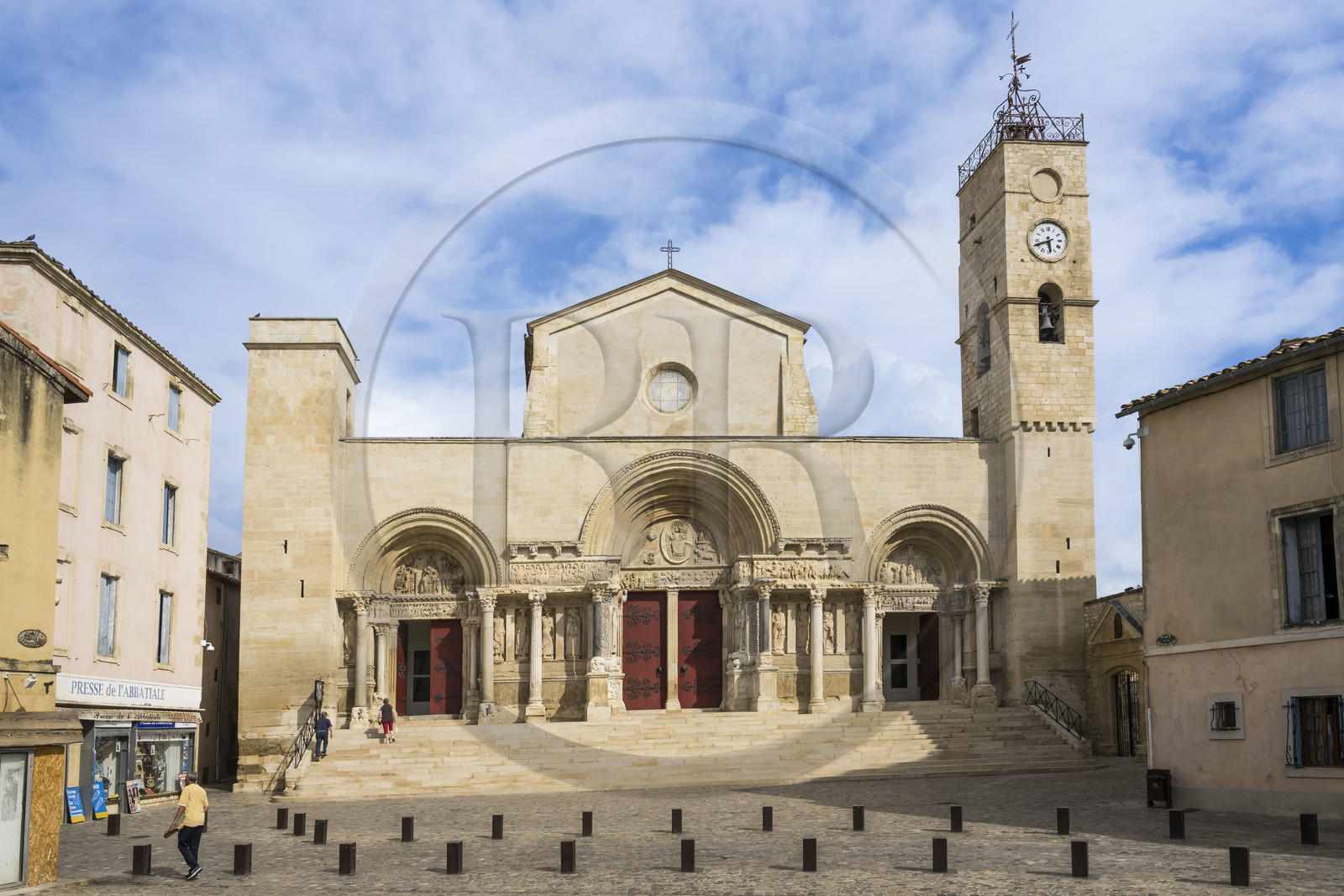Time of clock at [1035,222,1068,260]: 5:41
